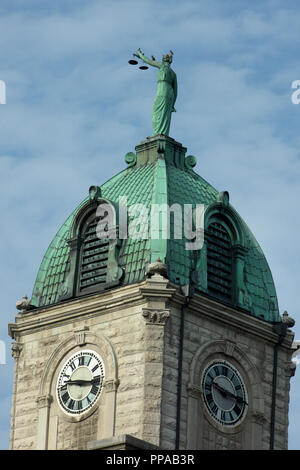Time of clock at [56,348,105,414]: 9:16
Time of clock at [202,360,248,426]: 9:15
